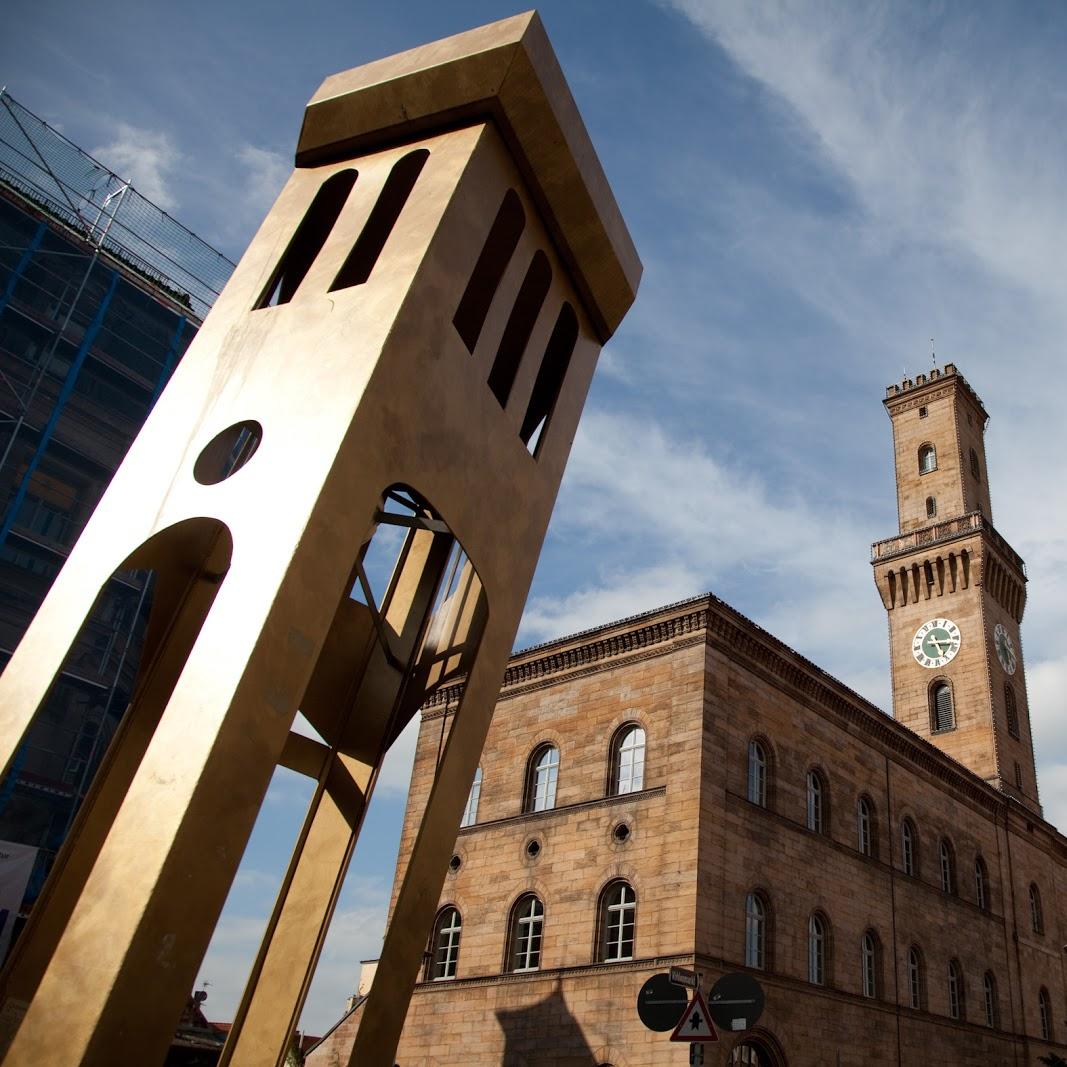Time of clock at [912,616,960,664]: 5:16
